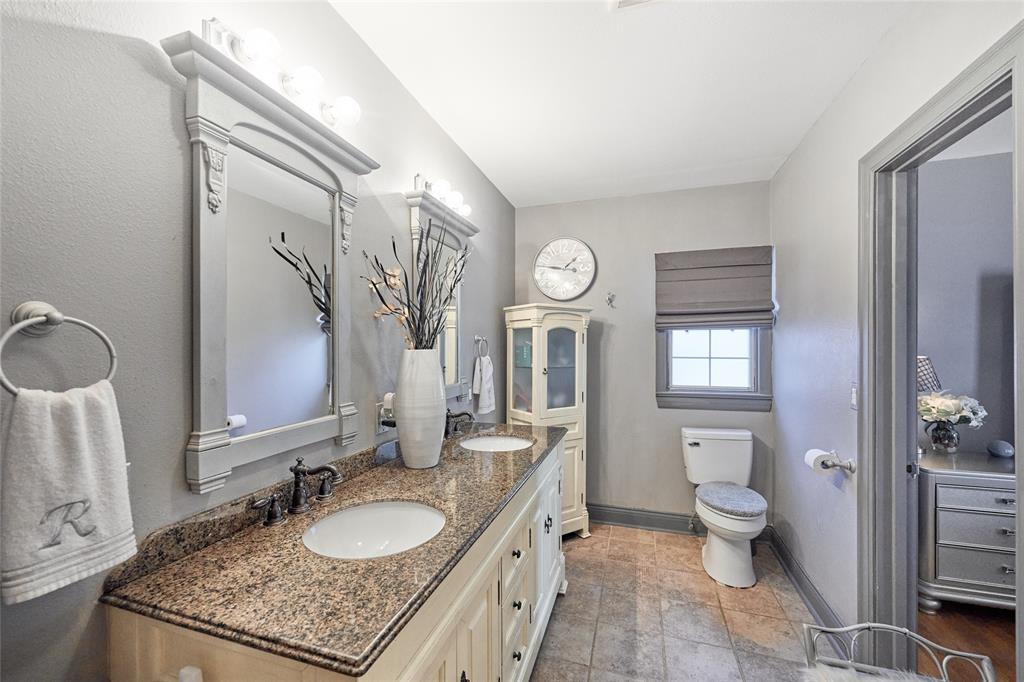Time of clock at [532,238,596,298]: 1:47
